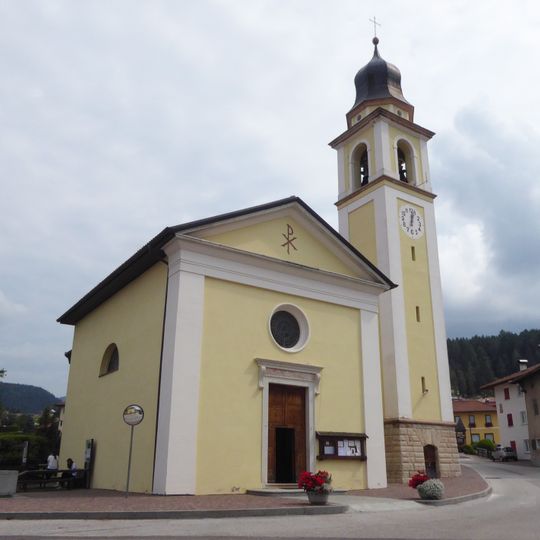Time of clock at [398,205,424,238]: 12:02
